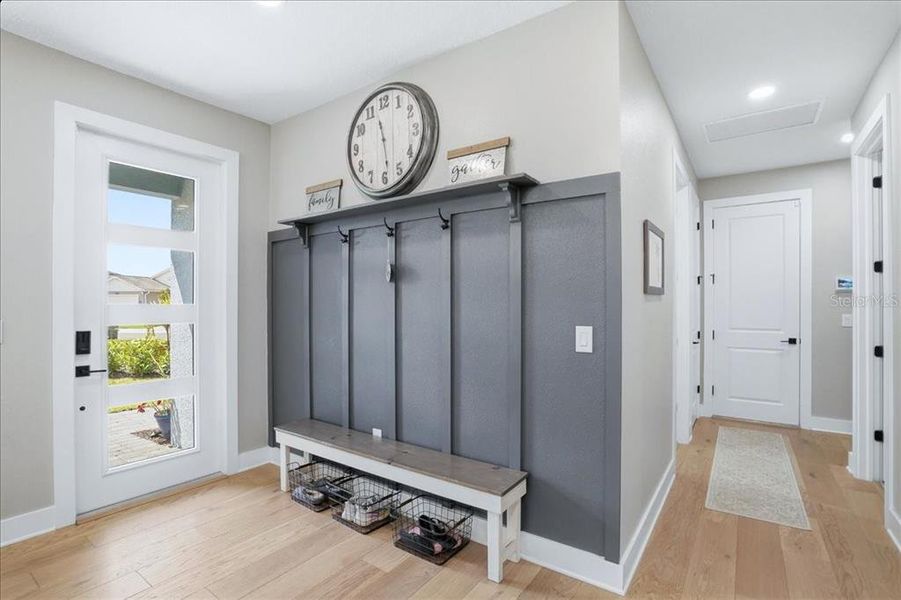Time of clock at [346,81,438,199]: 11:28
